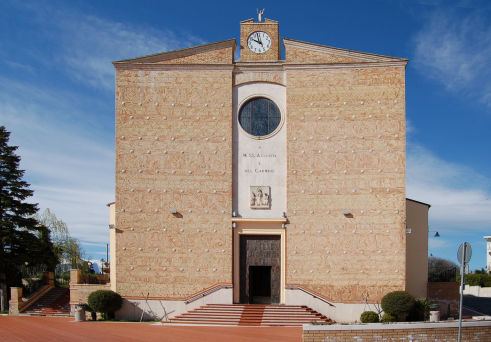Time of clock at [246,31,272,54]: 9:57
